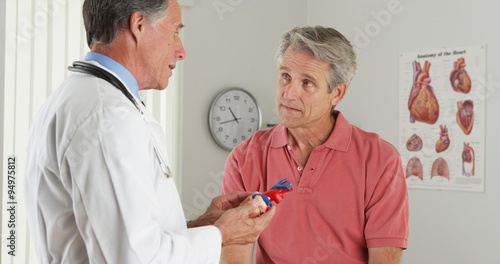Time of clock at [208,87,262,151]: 10:42
